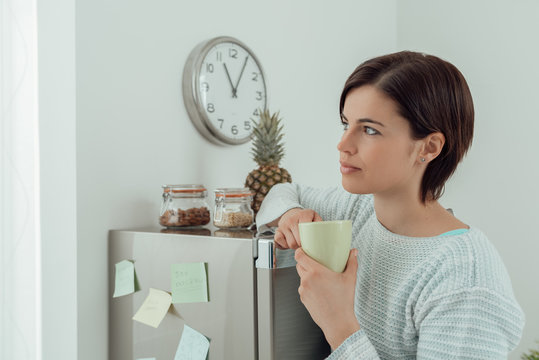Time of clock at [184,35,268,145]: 11:05
